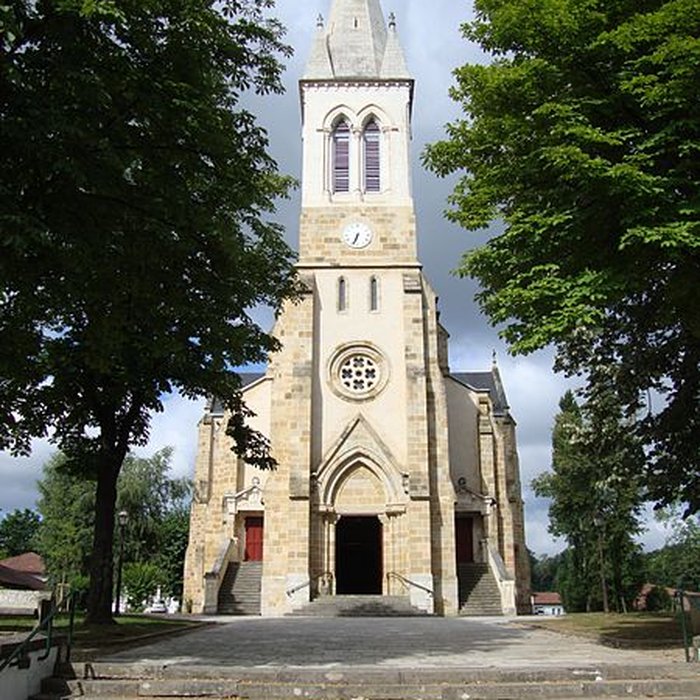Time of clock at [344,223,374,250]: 6:33
